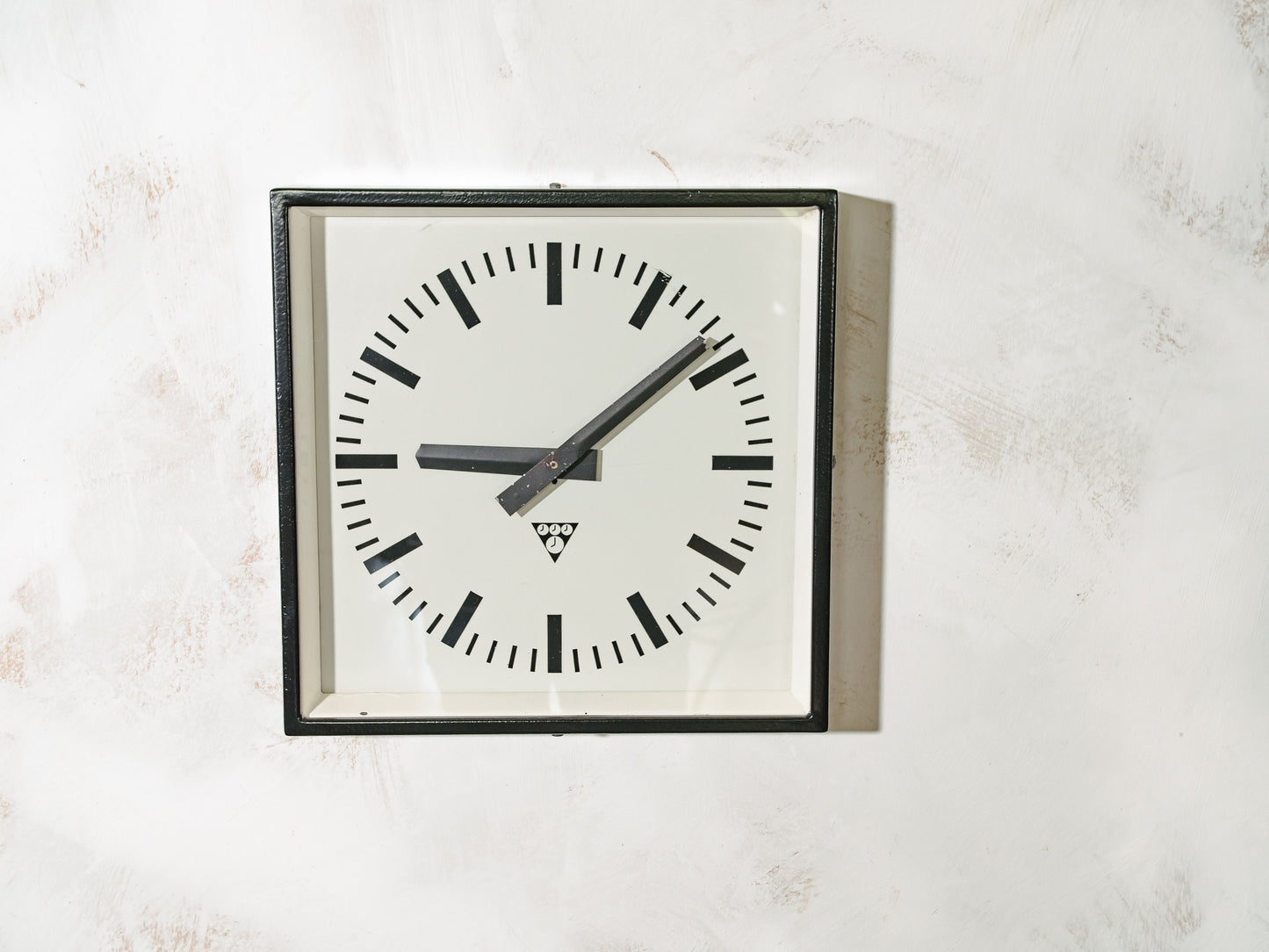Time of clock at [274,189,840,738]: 9:08
